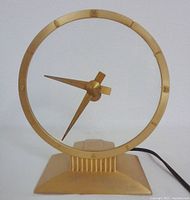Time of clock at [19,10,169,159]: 9:35
